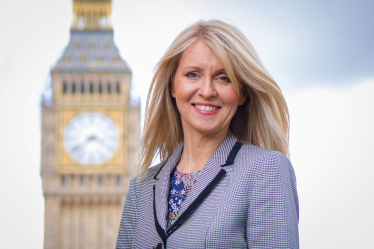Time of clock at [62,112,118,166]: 3:38
